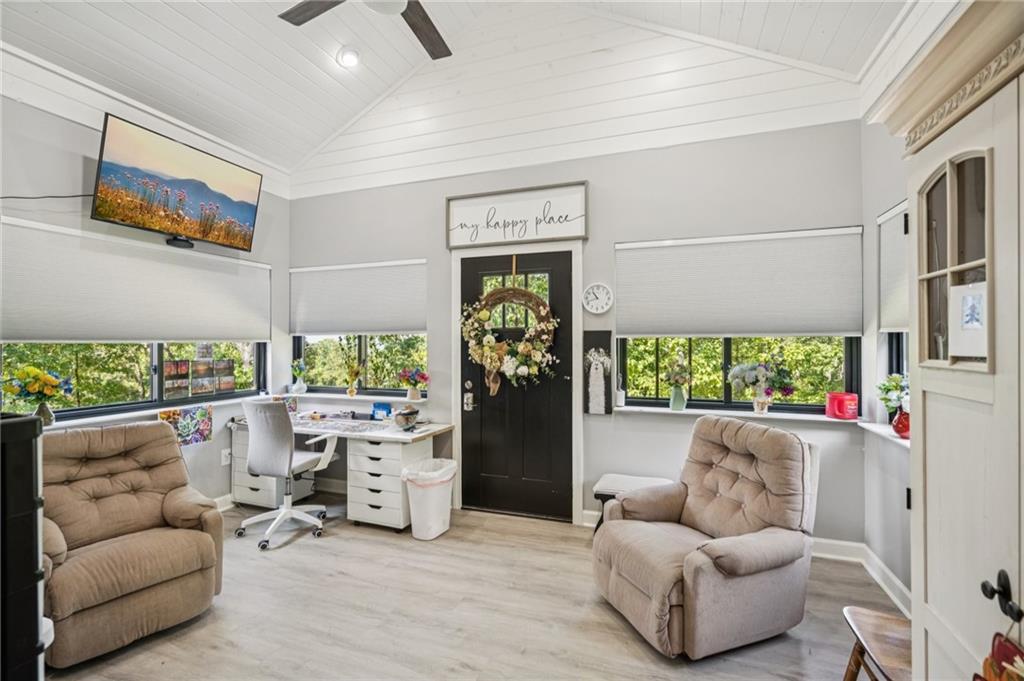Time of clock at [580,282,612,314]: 10:41
